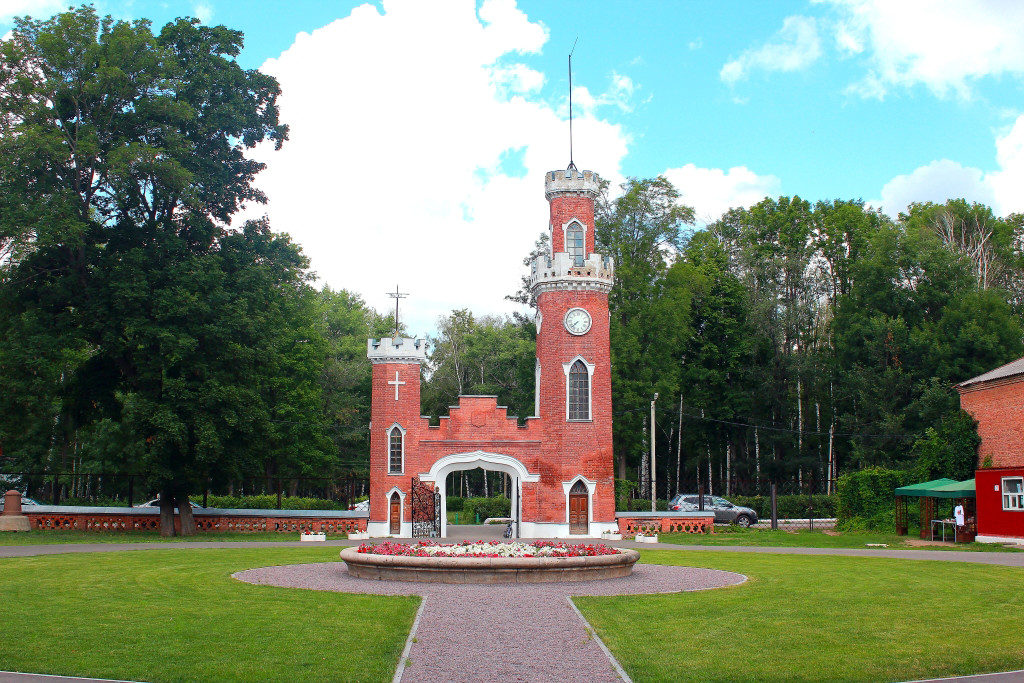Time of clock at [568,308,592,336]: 7:37
